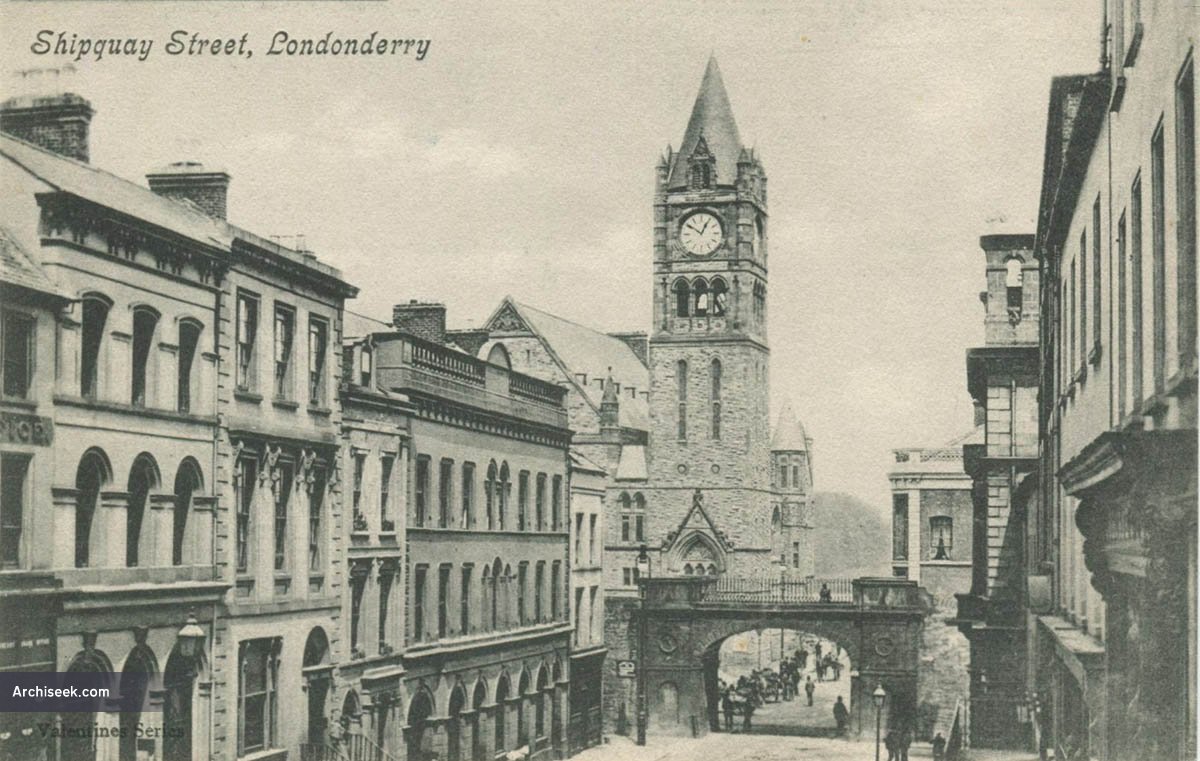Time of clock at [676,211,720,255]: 12:51
